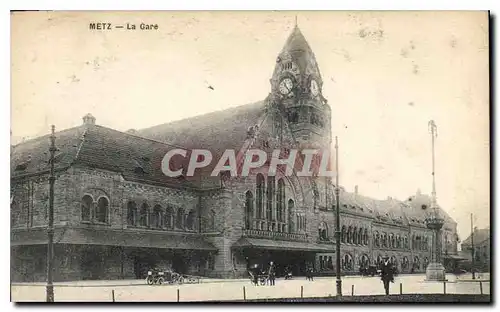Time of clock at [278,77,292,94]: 11:23
